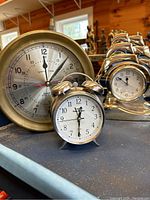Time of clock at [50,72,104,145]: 12:30
